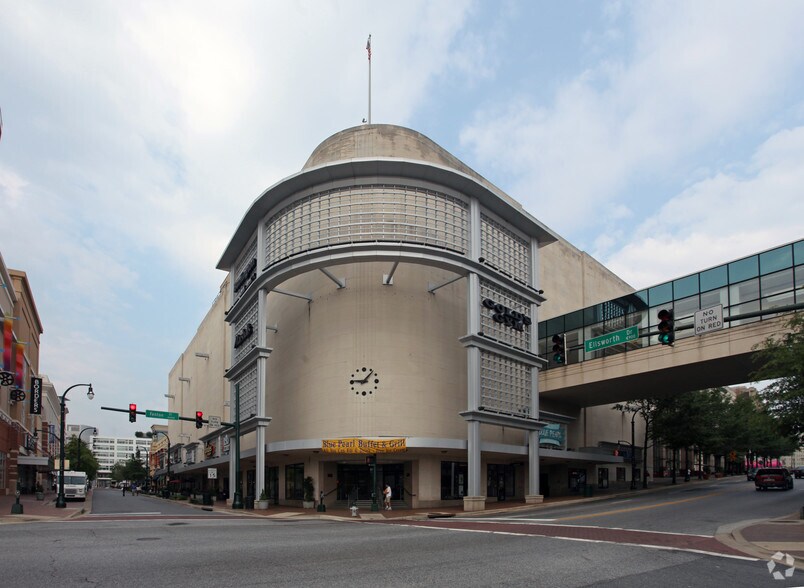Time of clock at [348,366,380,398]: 9:07
